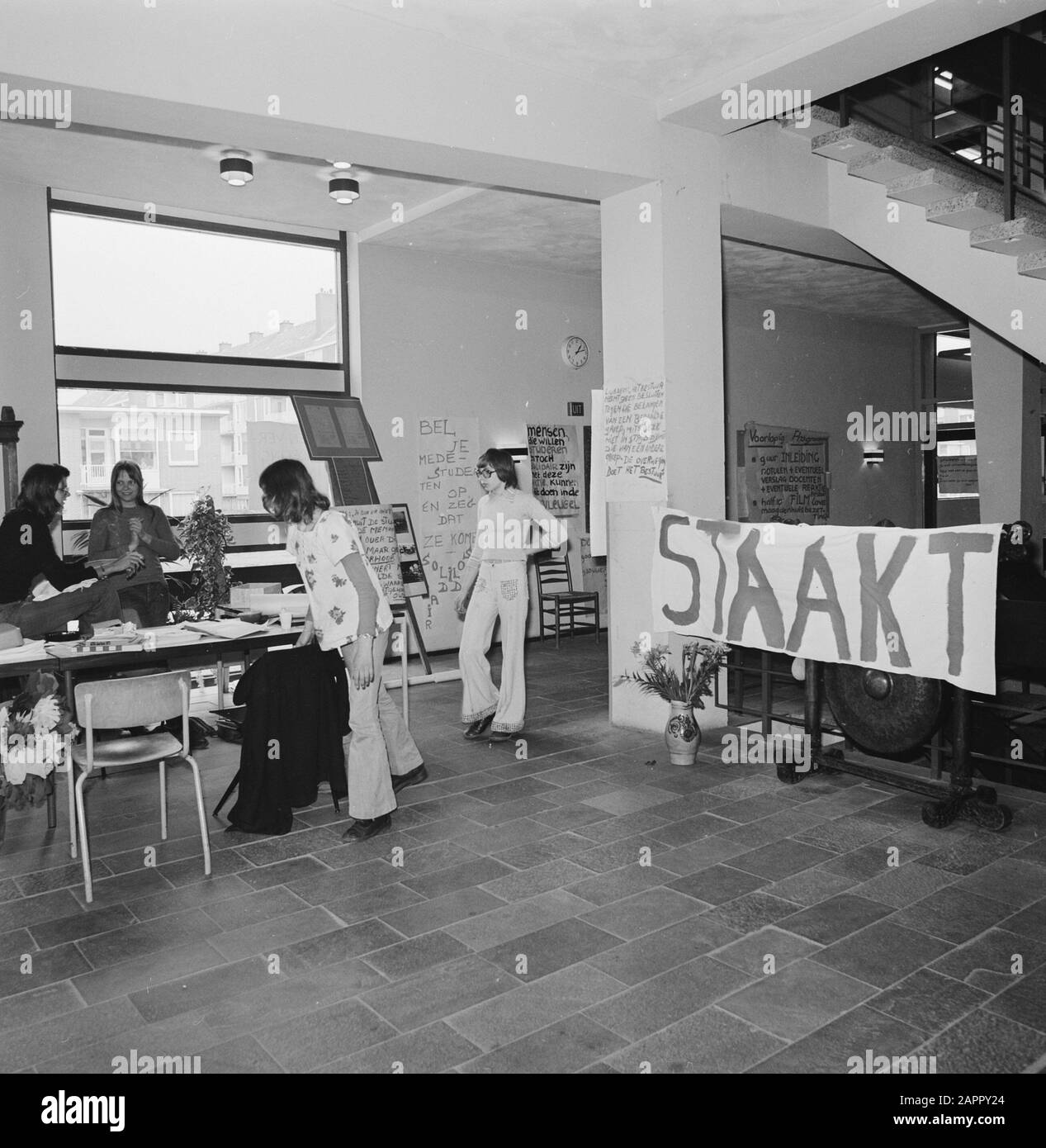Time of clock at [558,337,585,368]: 1:12
